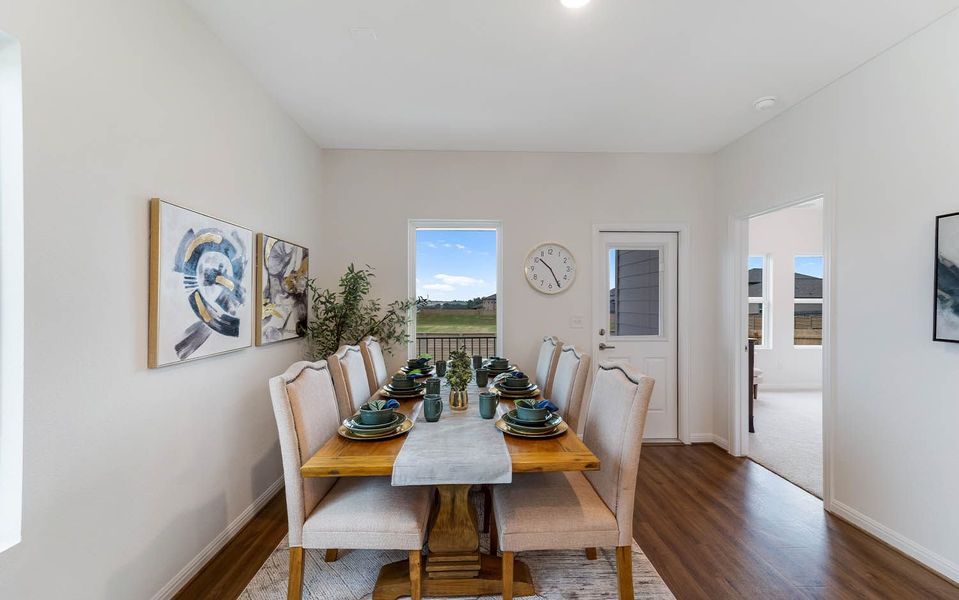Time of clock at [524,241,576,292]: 10:25
